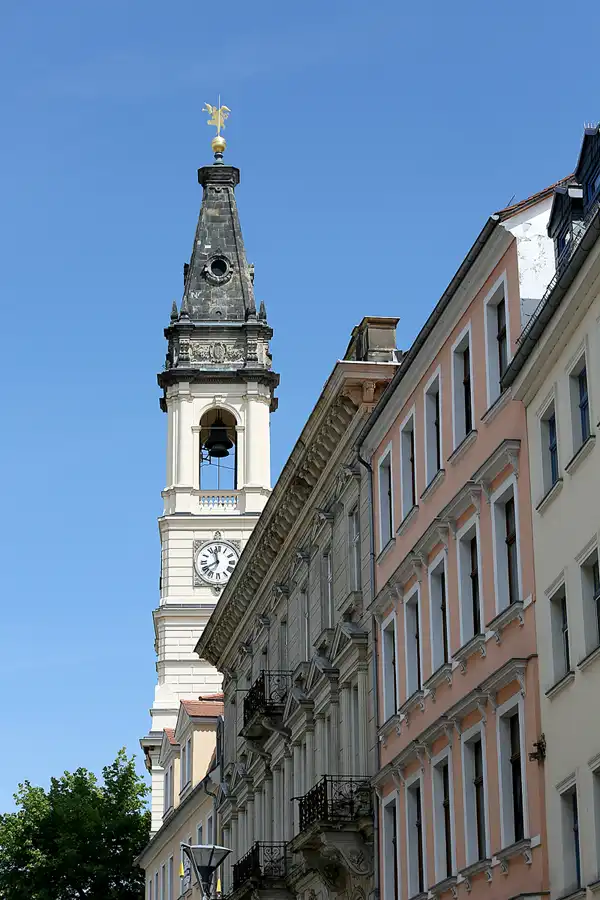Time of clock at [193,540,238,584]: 11:40
